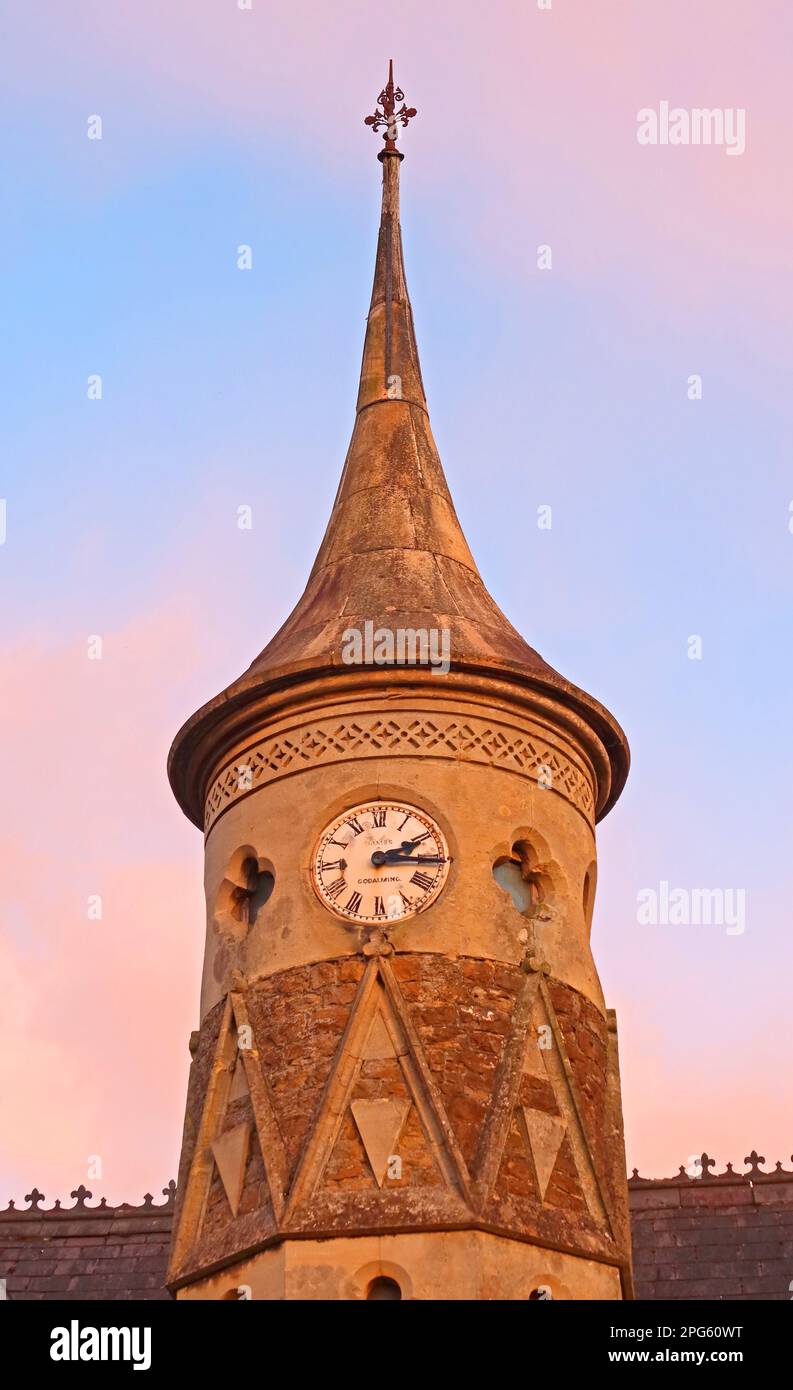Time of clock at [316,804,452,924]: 2:15
